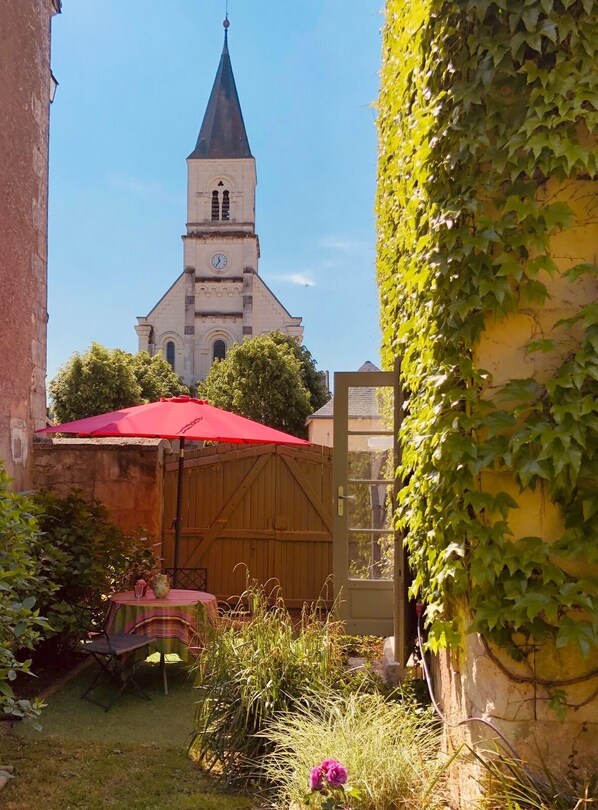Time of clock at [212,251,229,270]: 11:35
